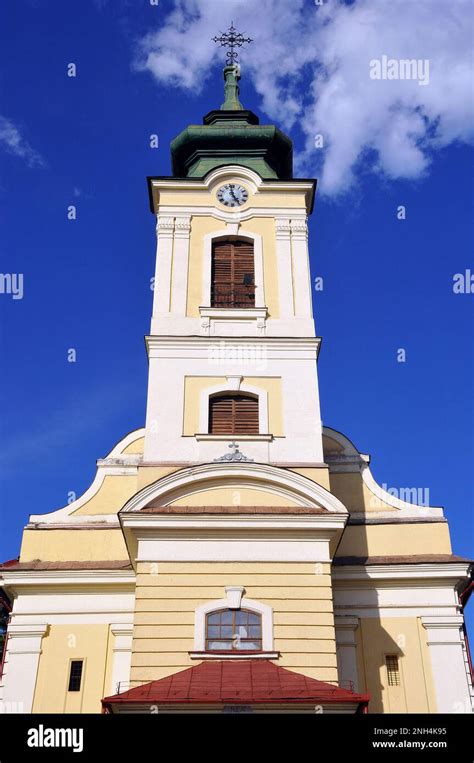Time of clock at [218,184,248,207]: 4:58
